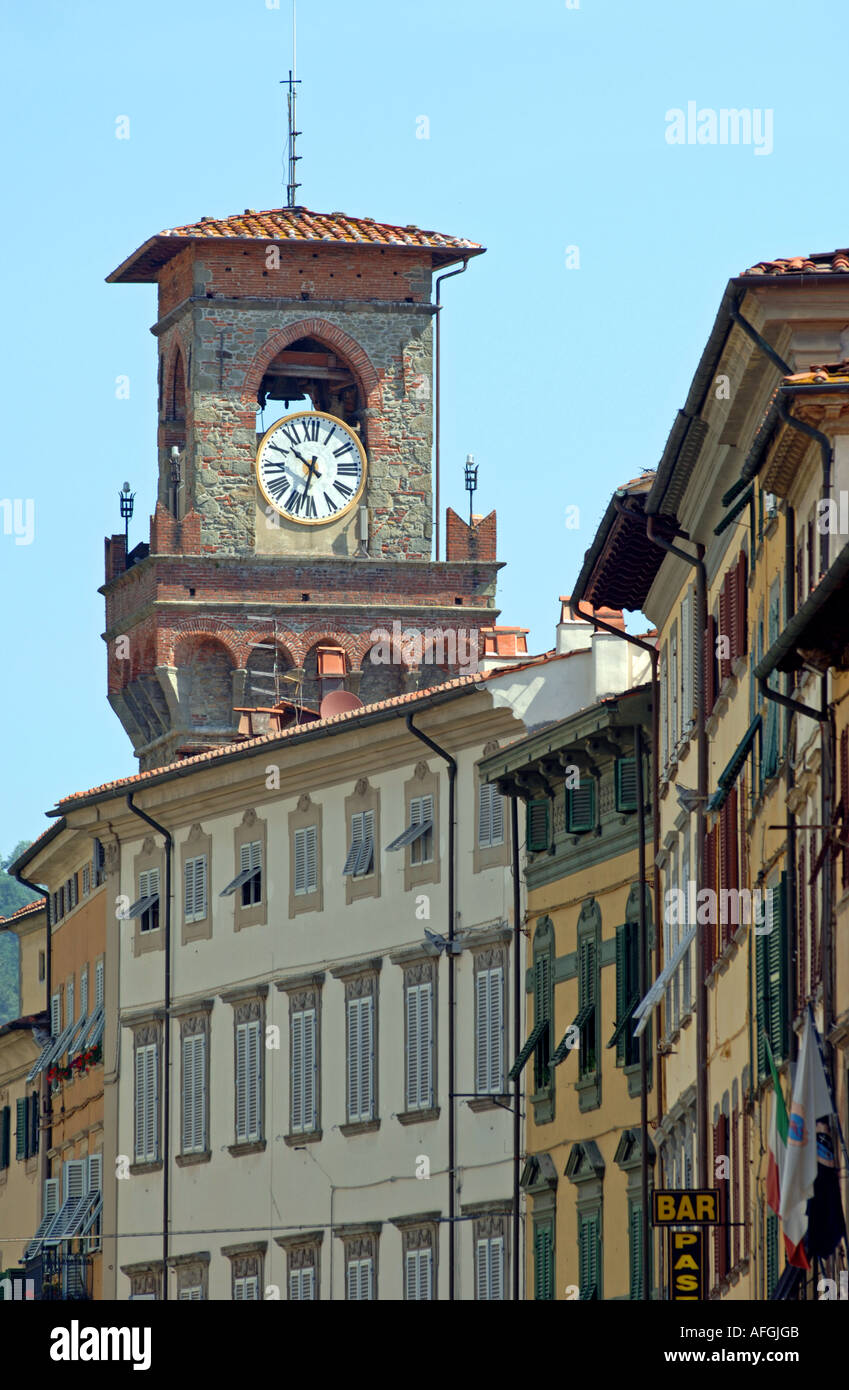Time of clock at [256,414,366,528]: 10:32
